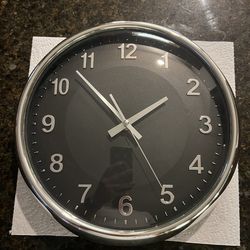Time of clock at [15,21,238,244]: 1:52
